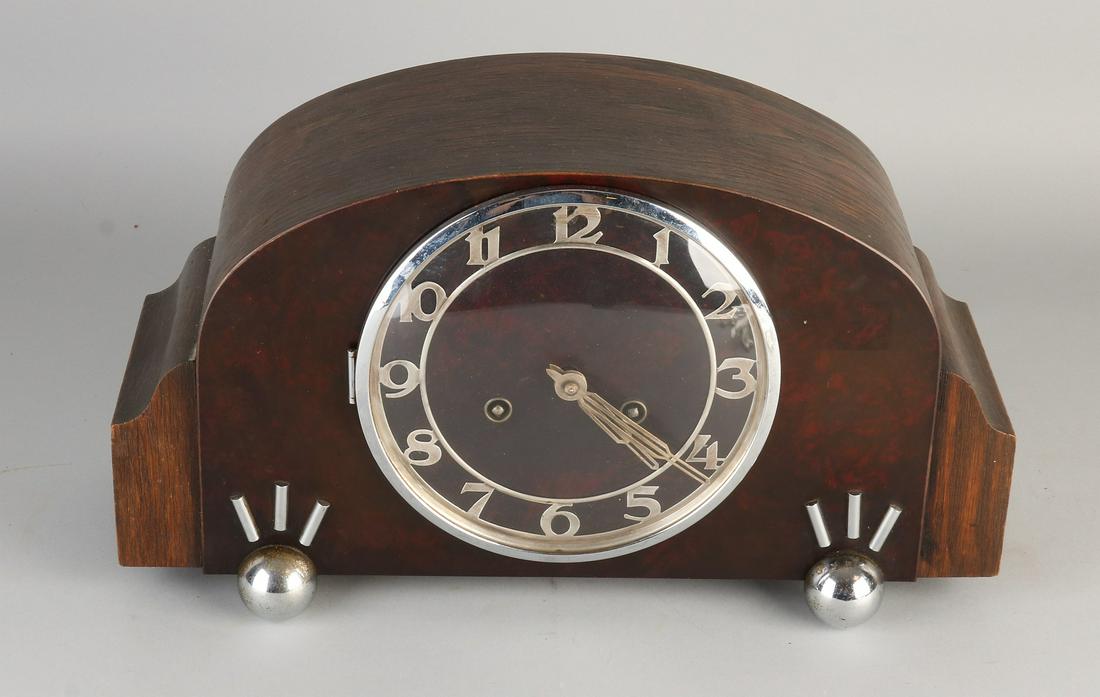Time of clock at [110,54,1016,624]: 4:21
